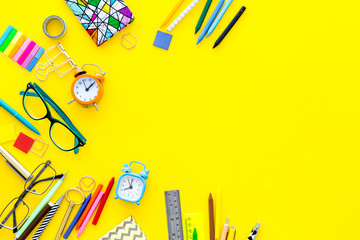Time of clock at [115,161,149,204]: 7:59
